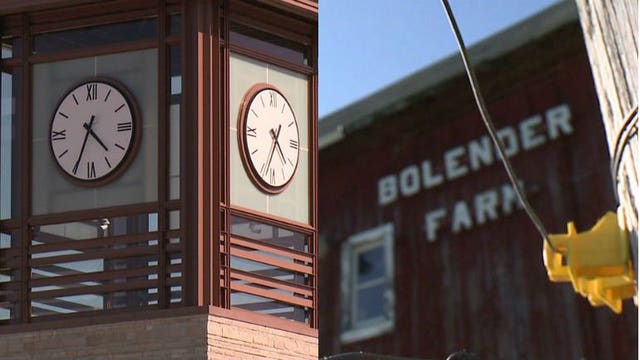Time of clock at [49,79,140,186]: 4:34
